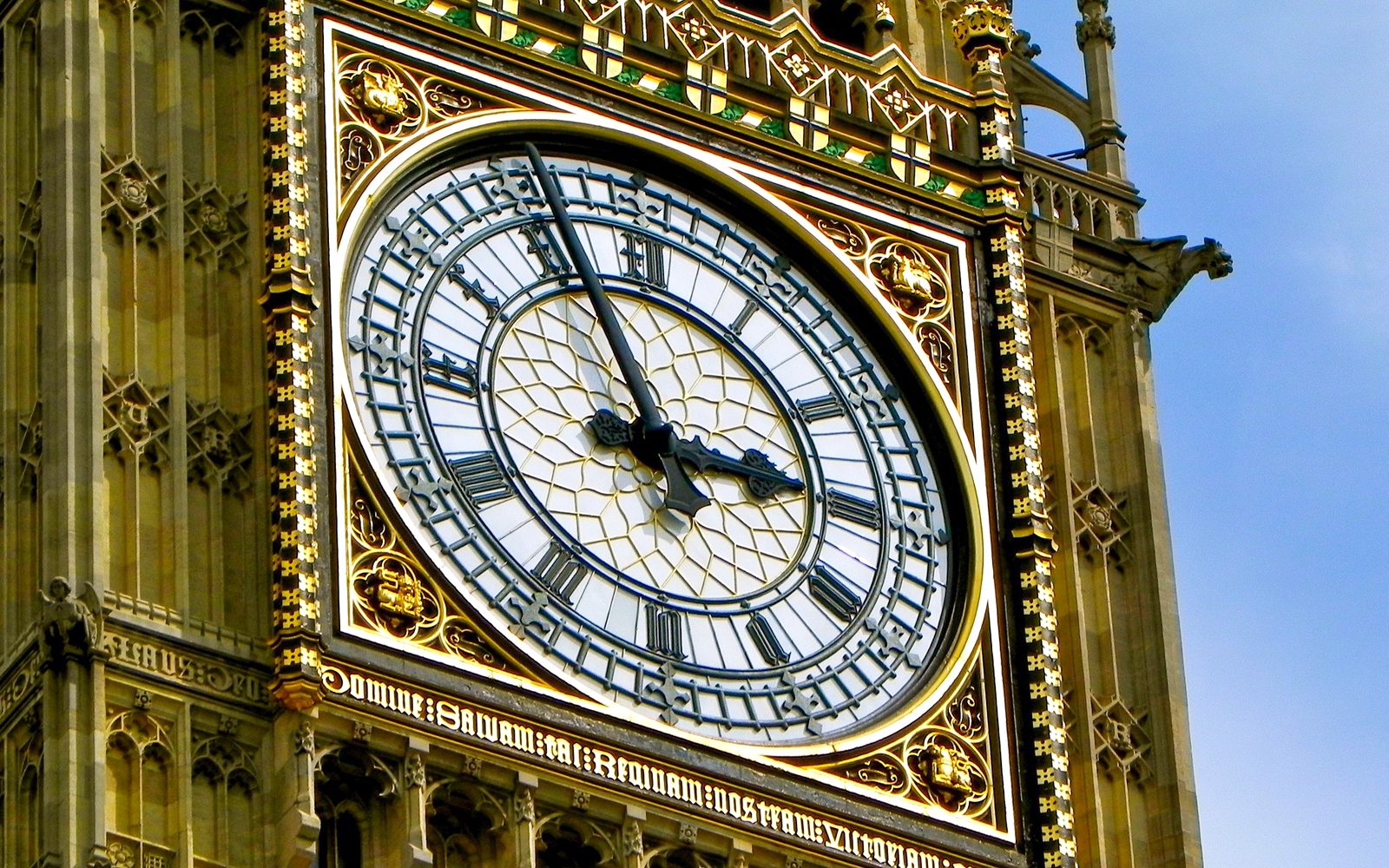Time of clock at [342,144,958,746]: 2:56
